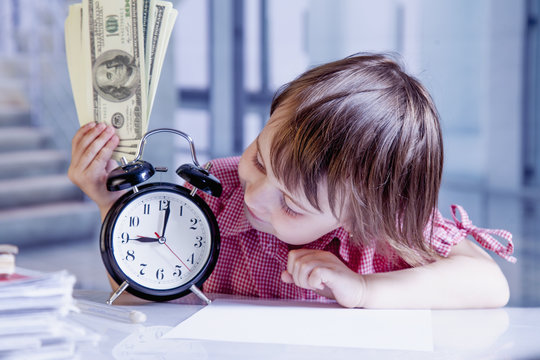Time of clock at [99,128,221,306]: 9:01
